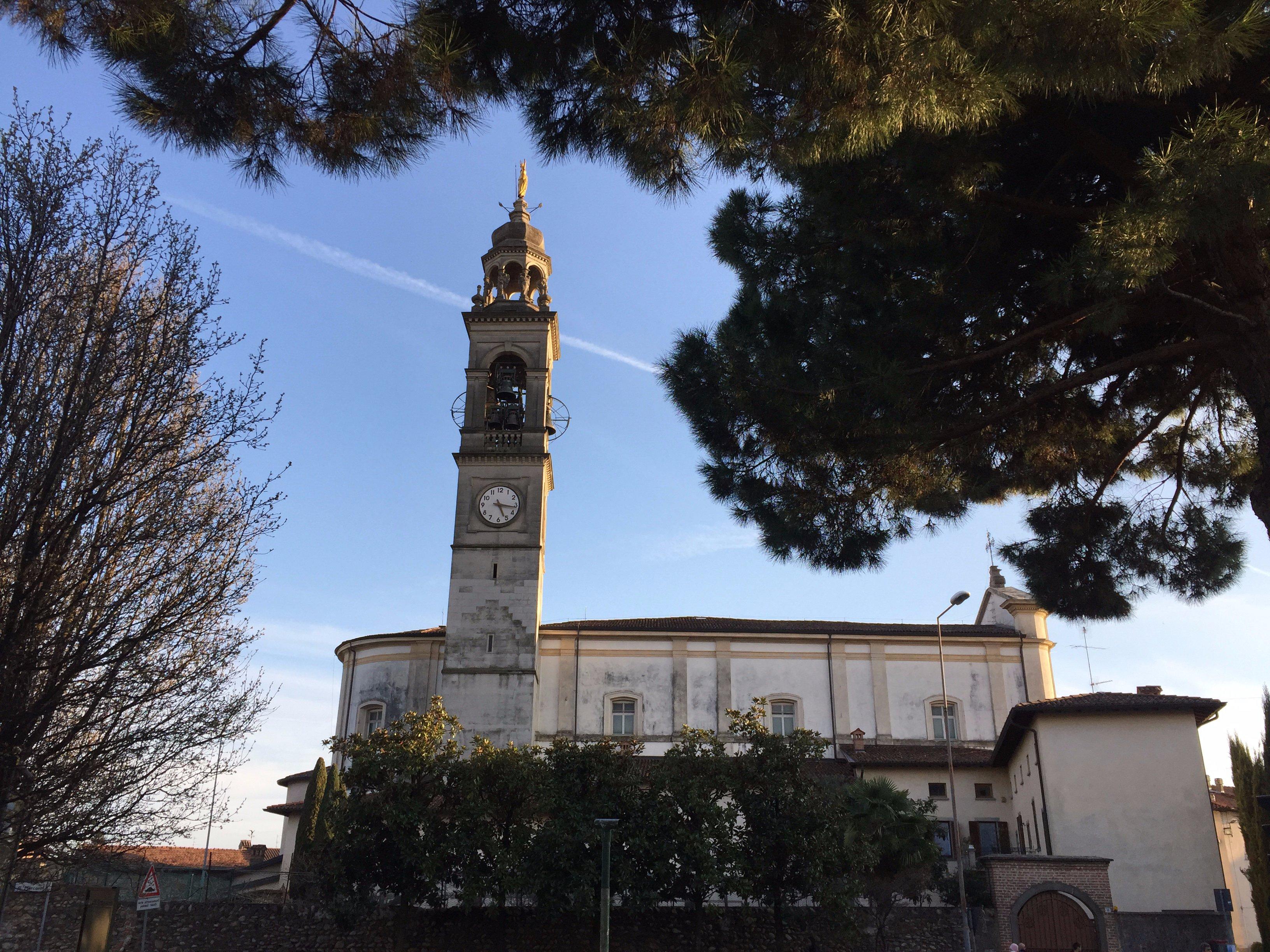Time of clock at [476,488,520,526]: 5:16
